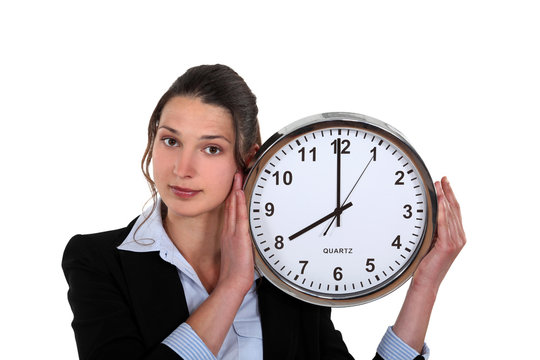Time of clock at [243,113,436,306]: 7:59
